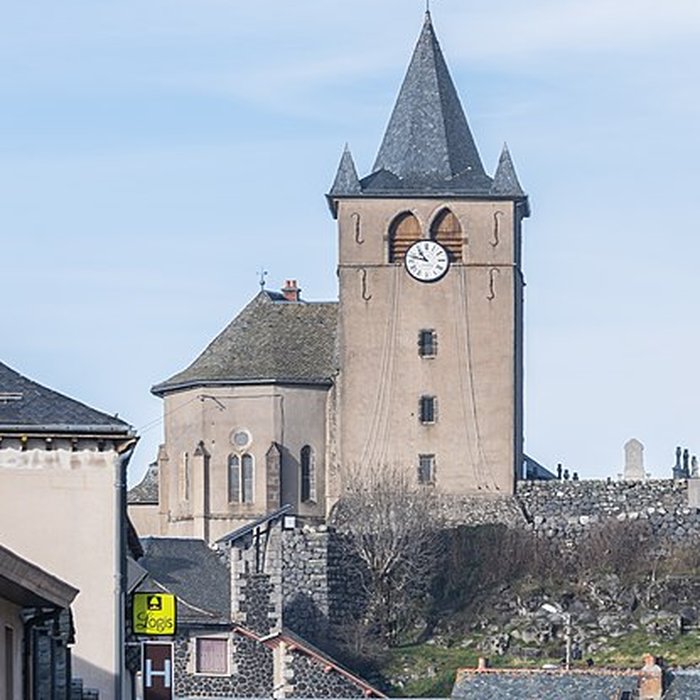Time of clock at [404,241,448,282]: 10:47
